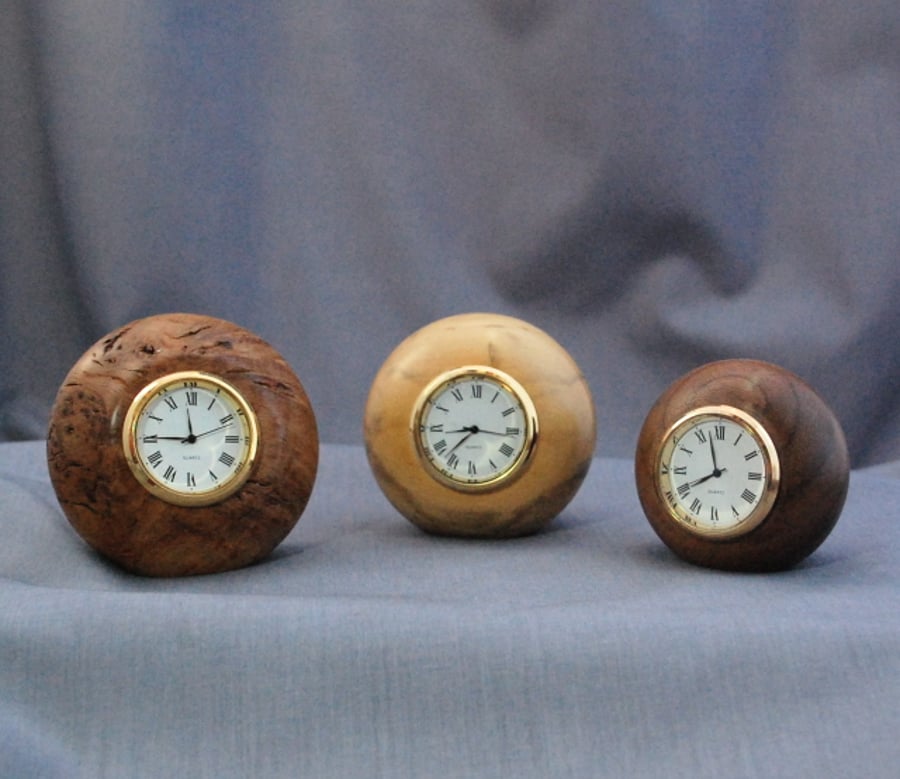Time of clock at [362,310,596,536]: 7:15
